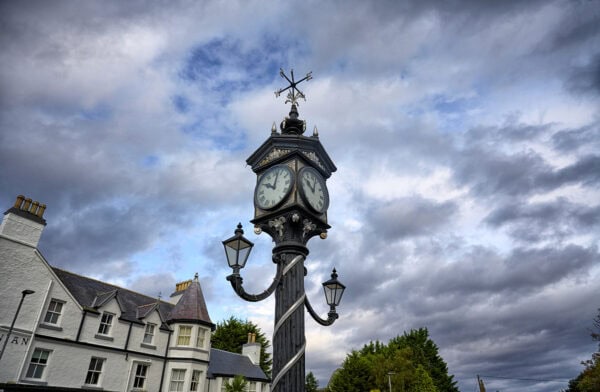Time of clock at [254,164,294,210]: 10:02
